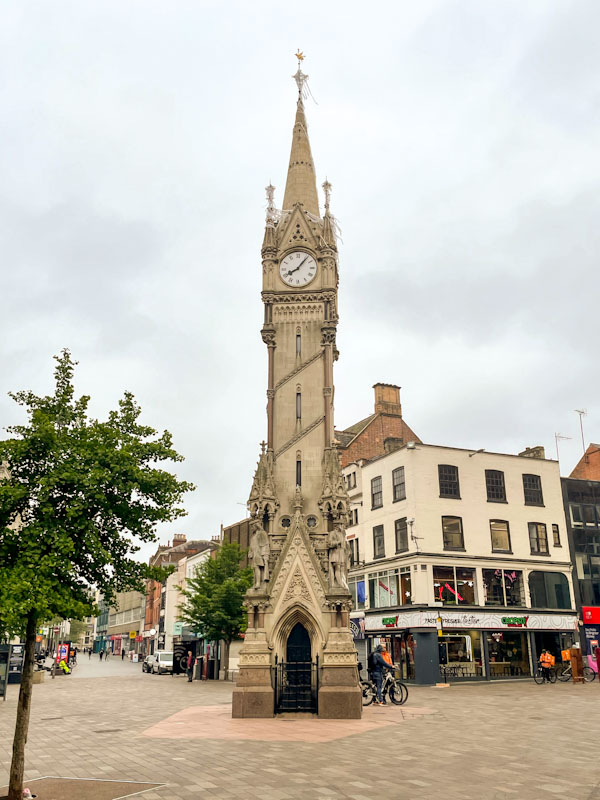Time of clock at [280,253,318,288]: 8:06
